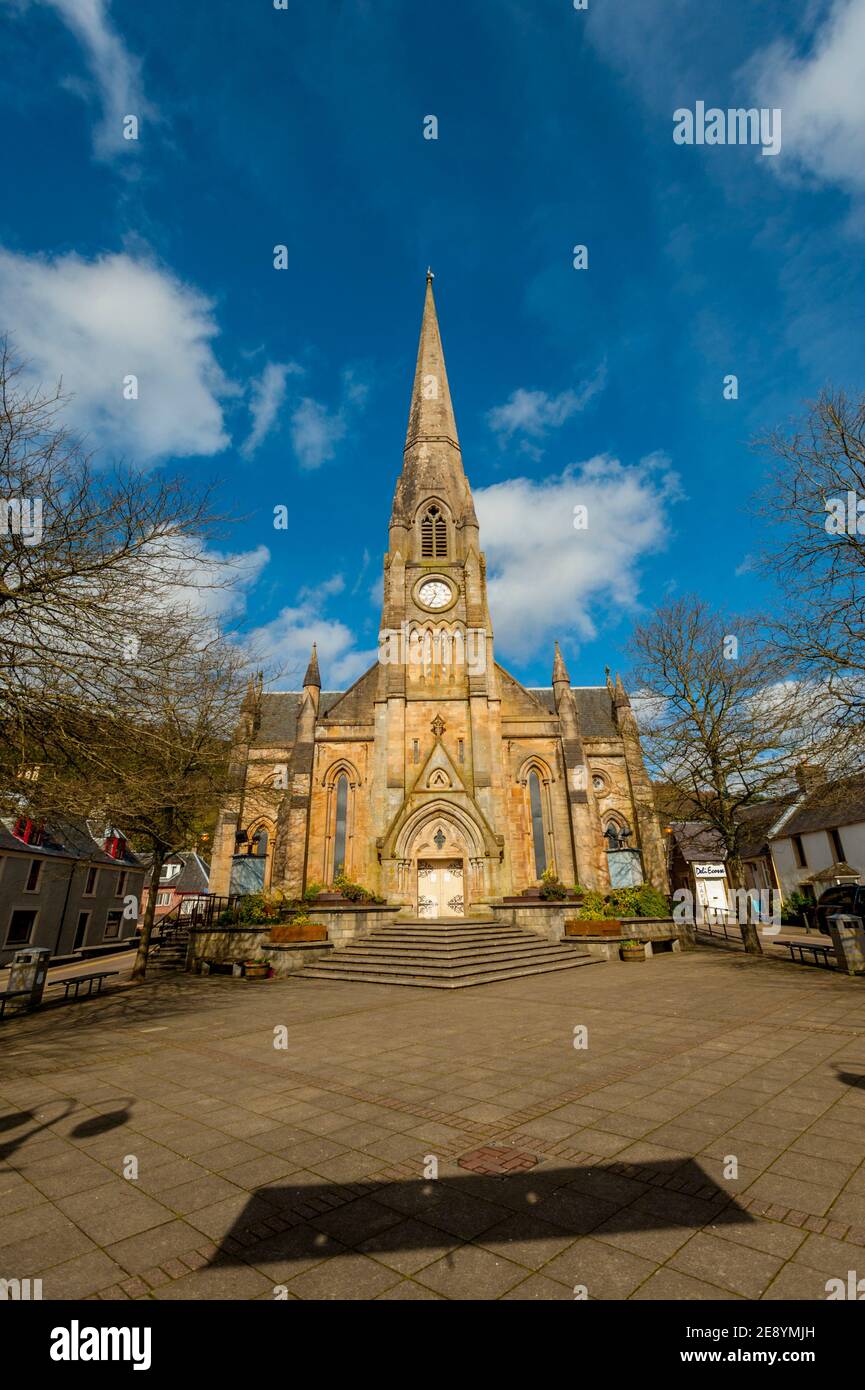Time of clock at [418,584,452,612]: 11:34
